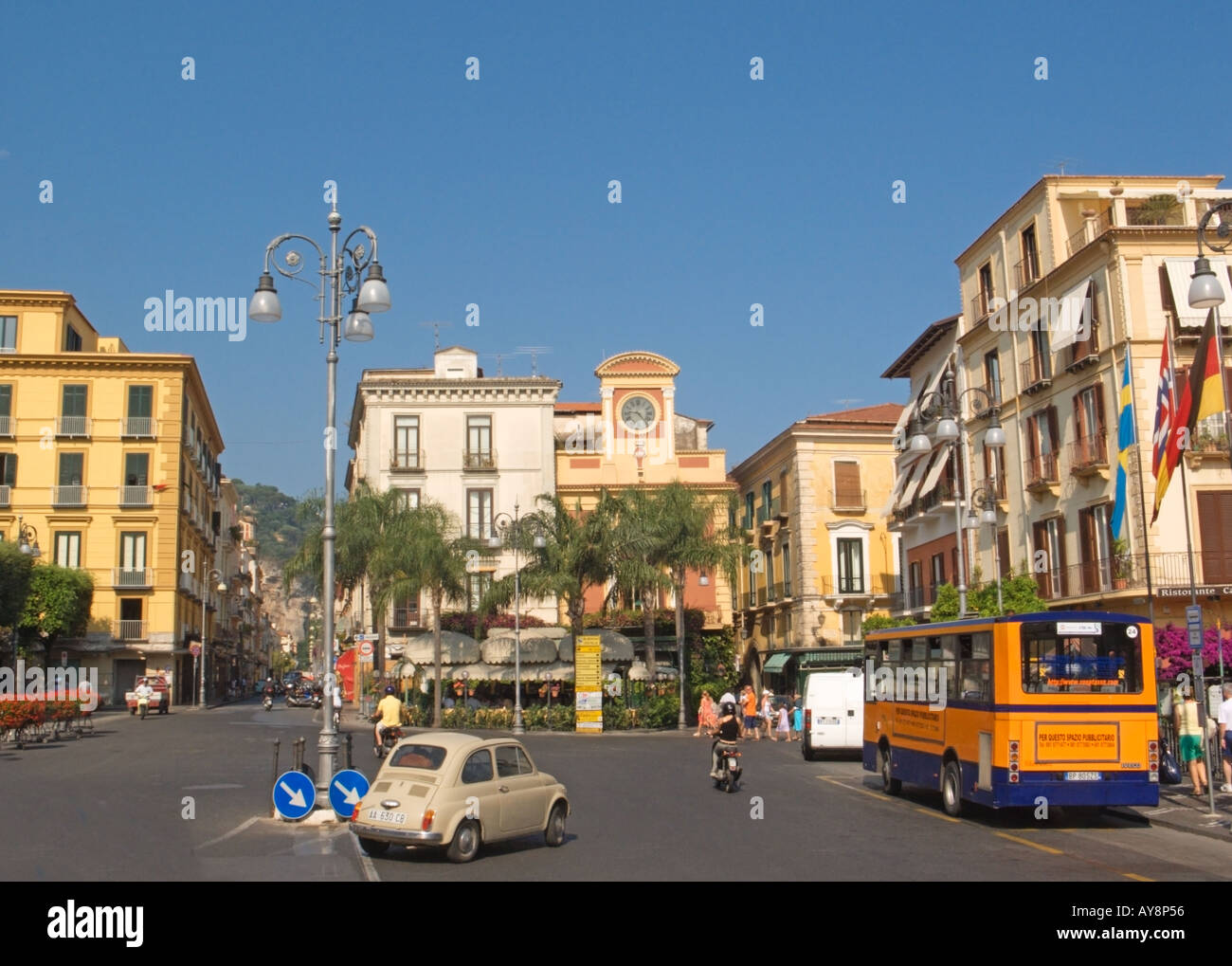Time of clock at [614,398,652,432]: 9:22
